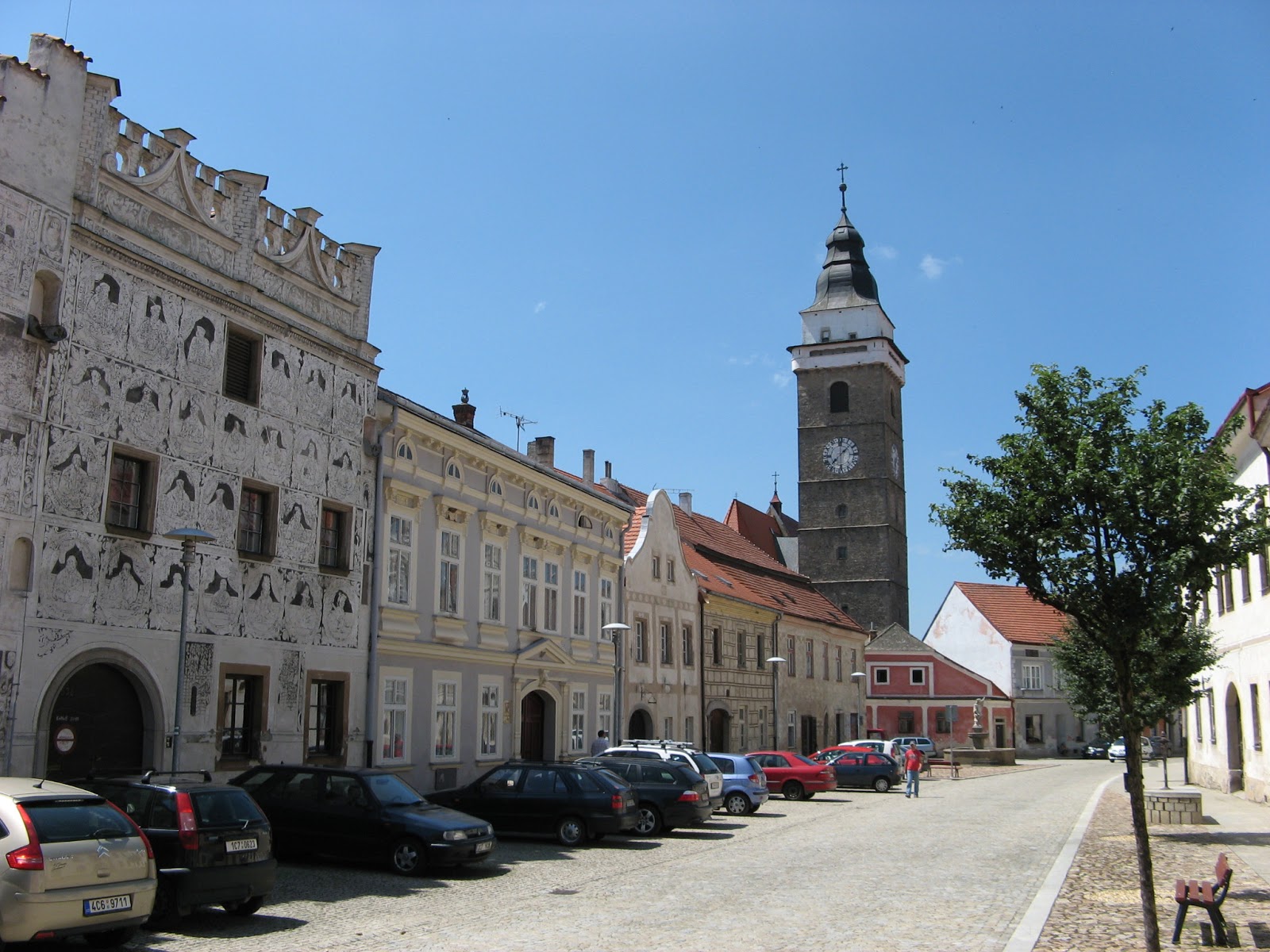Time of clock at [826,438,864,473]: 1:37
